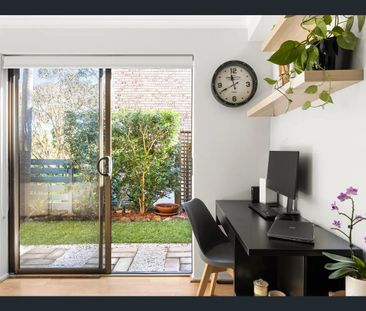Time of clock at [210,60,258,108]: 11:40
